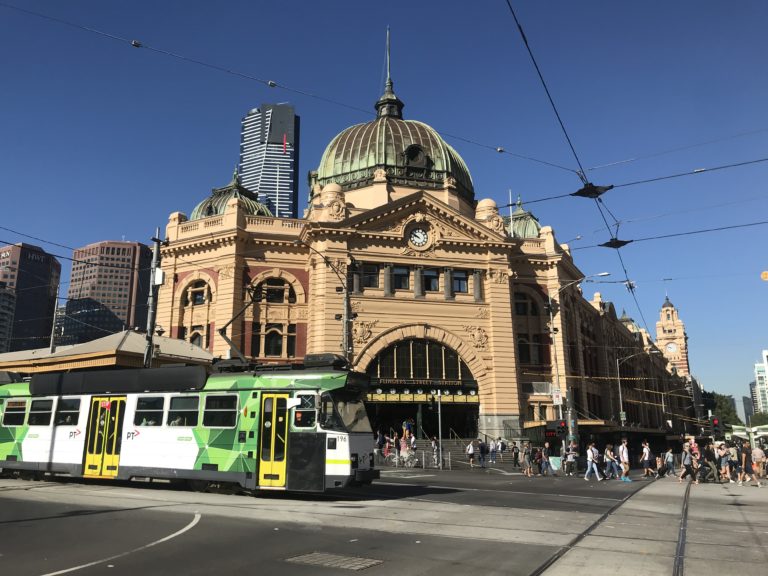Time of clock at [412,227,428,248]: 9:50
